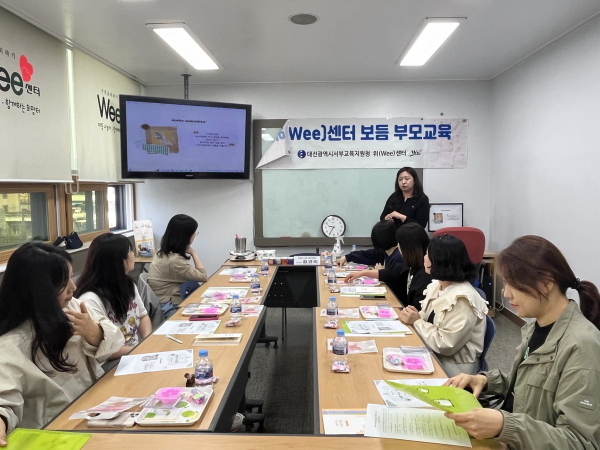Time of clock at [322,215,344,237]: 9:35
